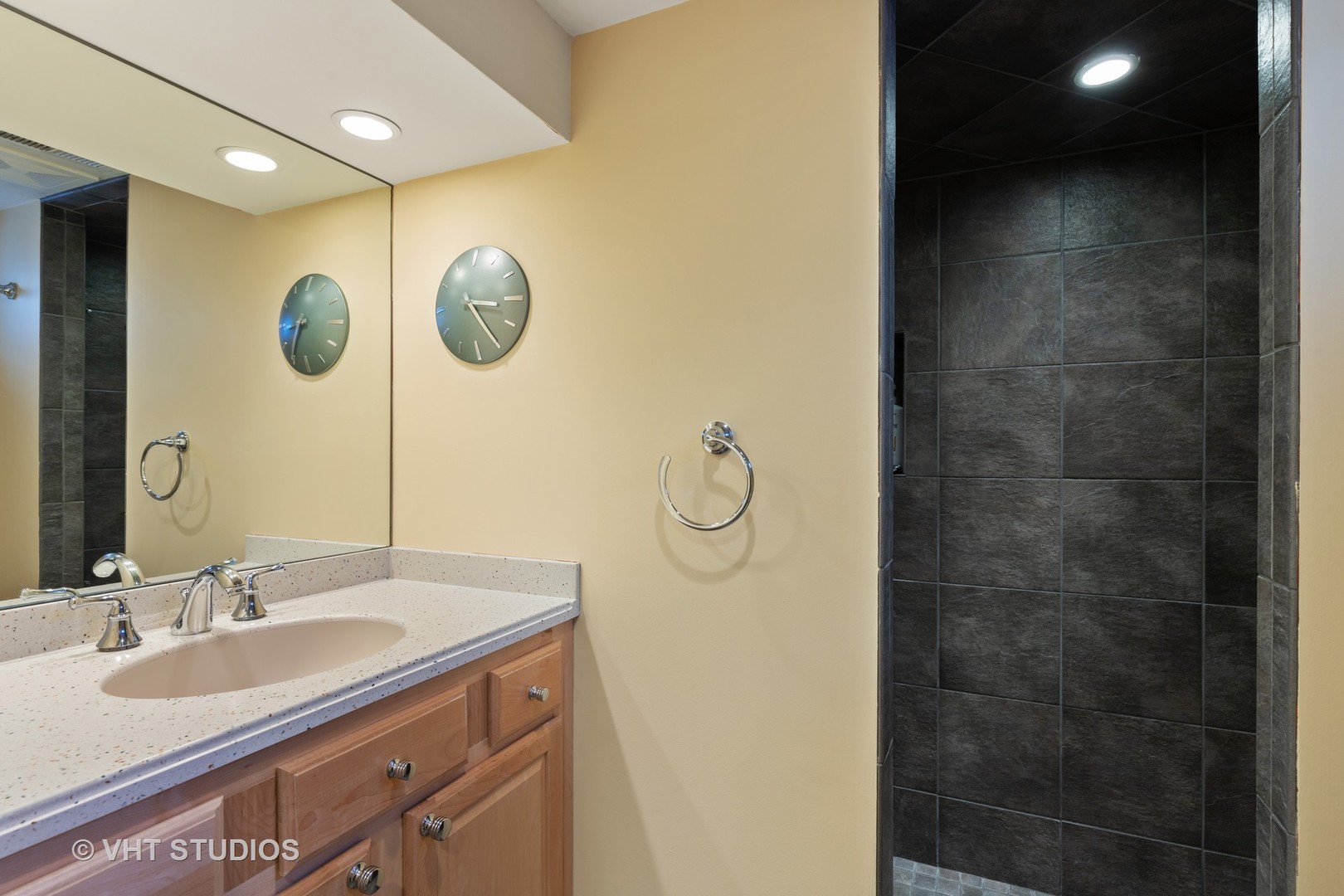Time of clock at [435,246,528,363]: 3:24
